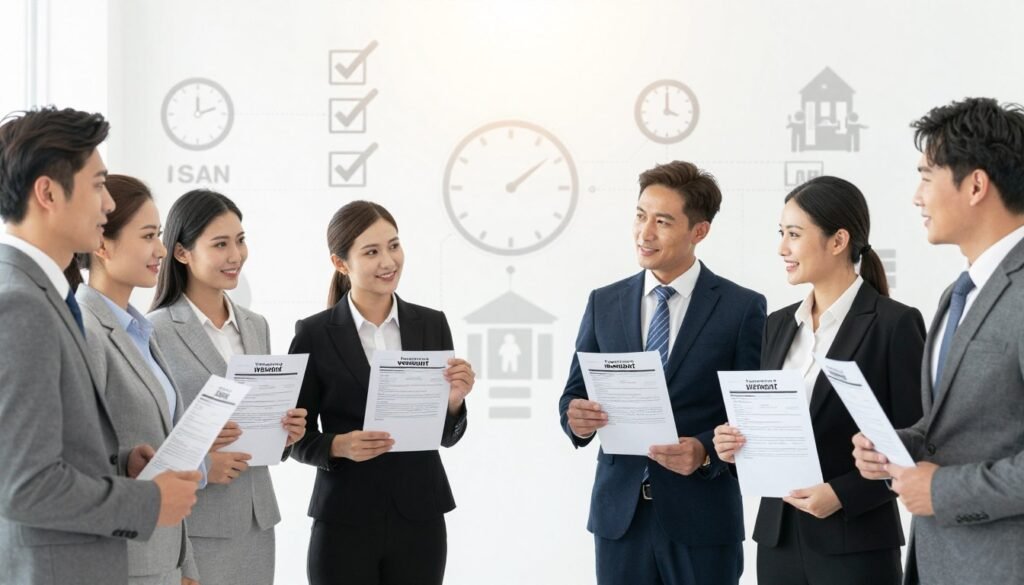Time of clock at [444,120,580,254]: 1:08
